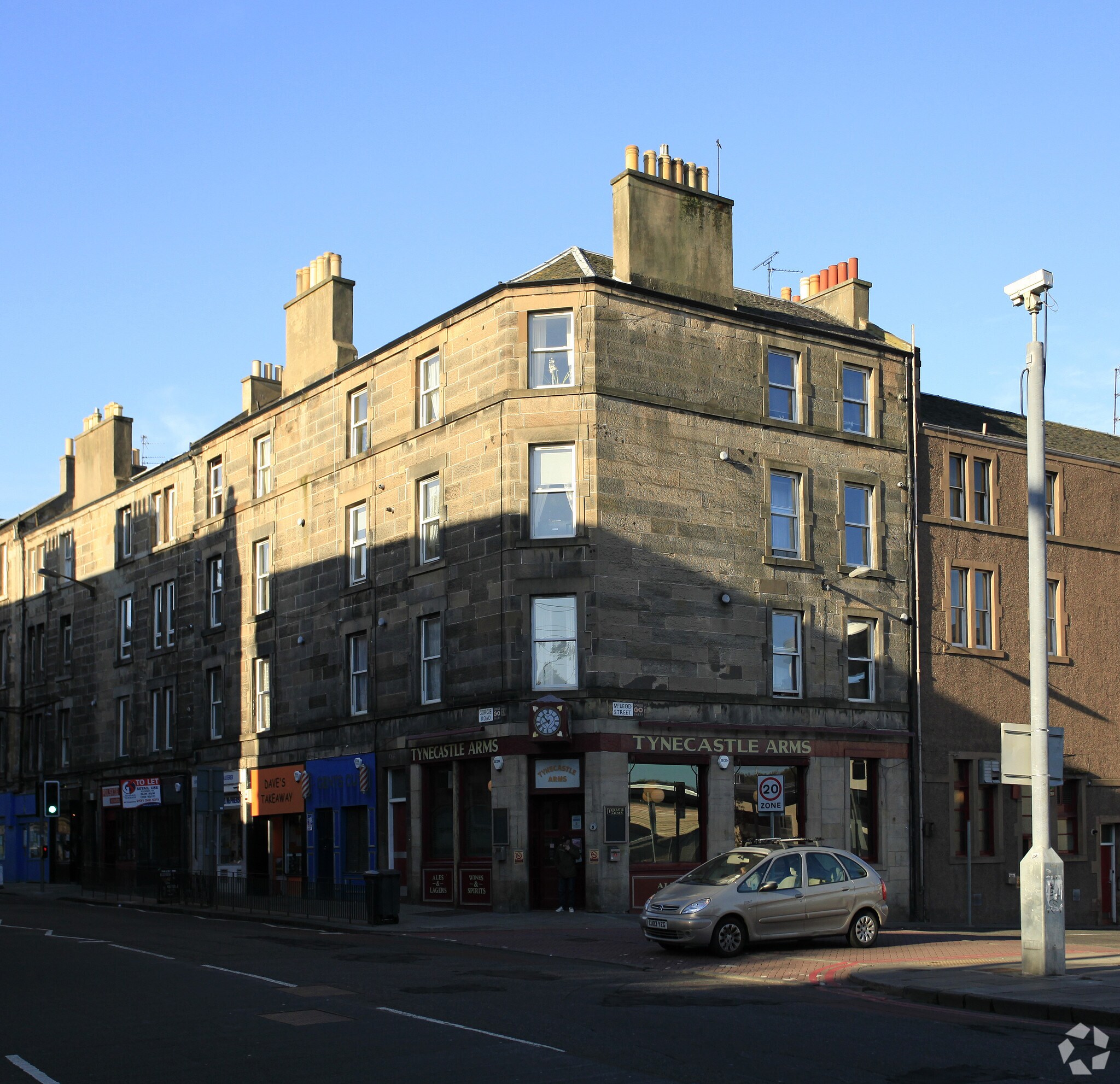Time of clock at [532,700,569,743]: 10:40
